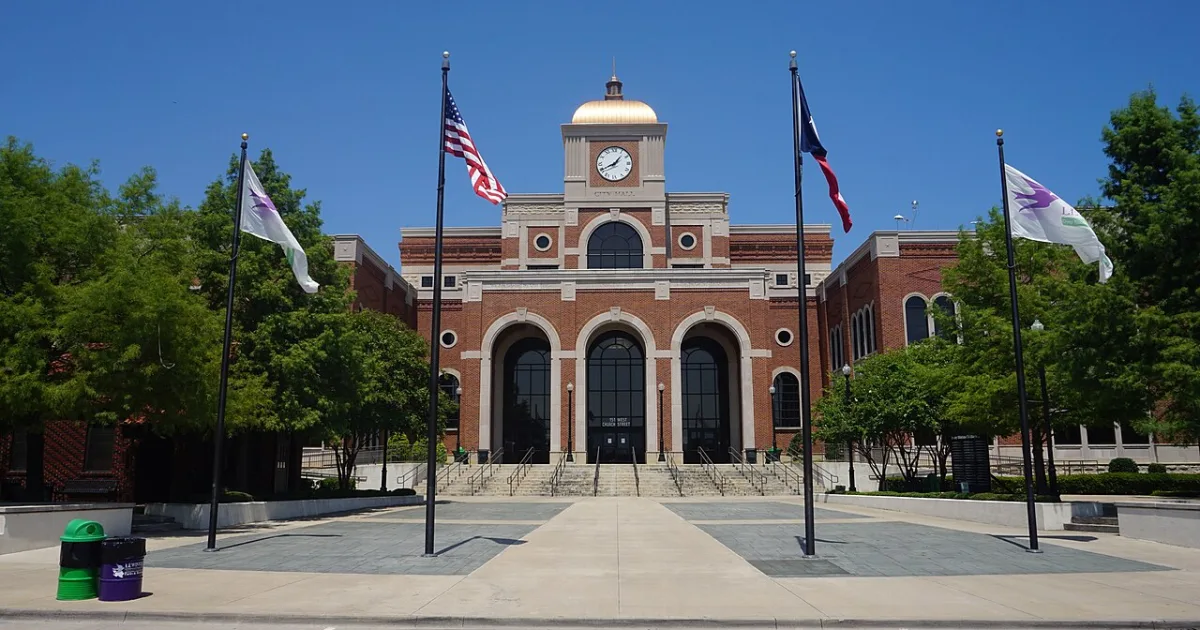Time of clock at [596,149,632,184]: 1:40
